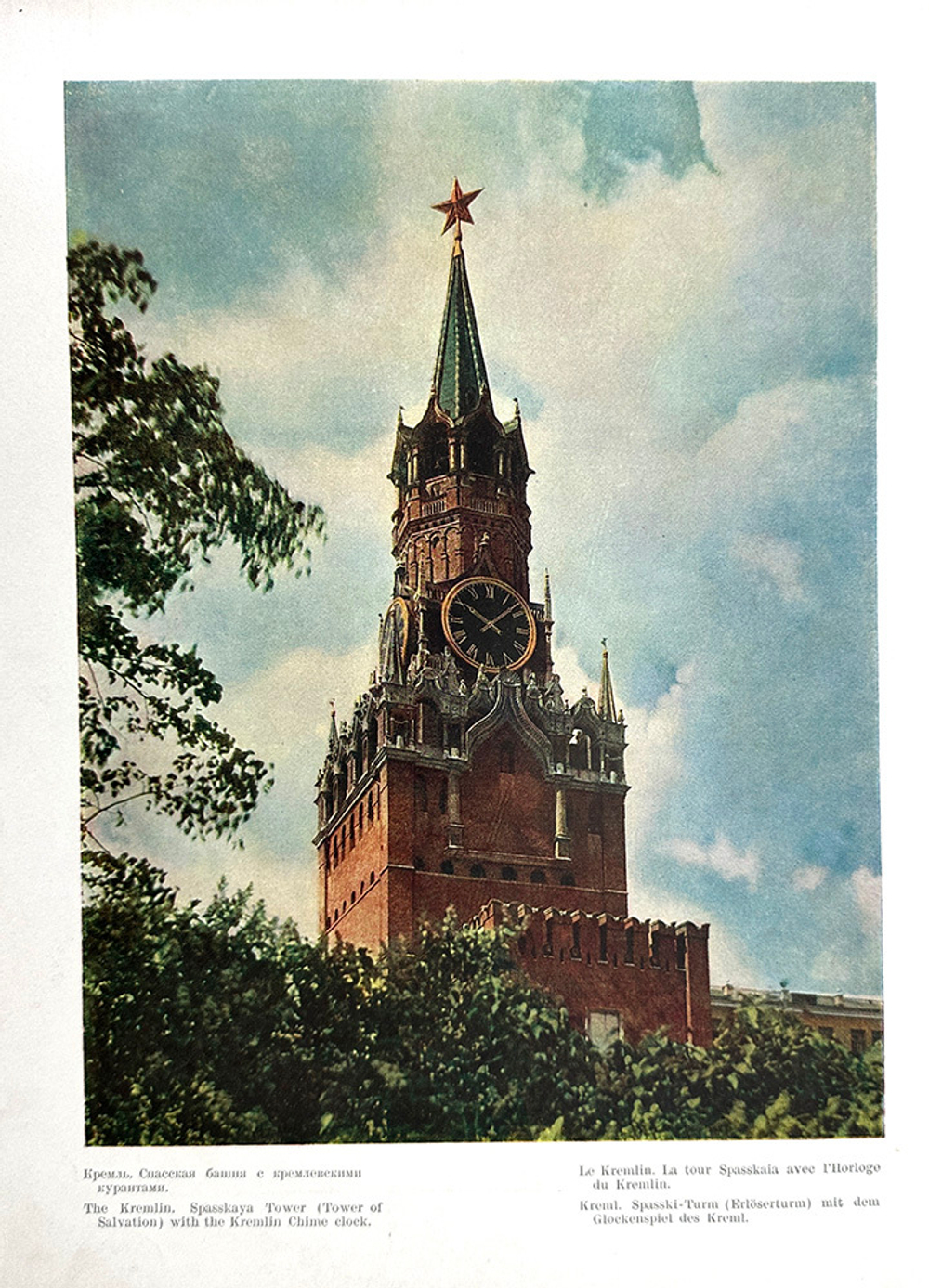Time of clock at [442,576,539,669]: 10:07
